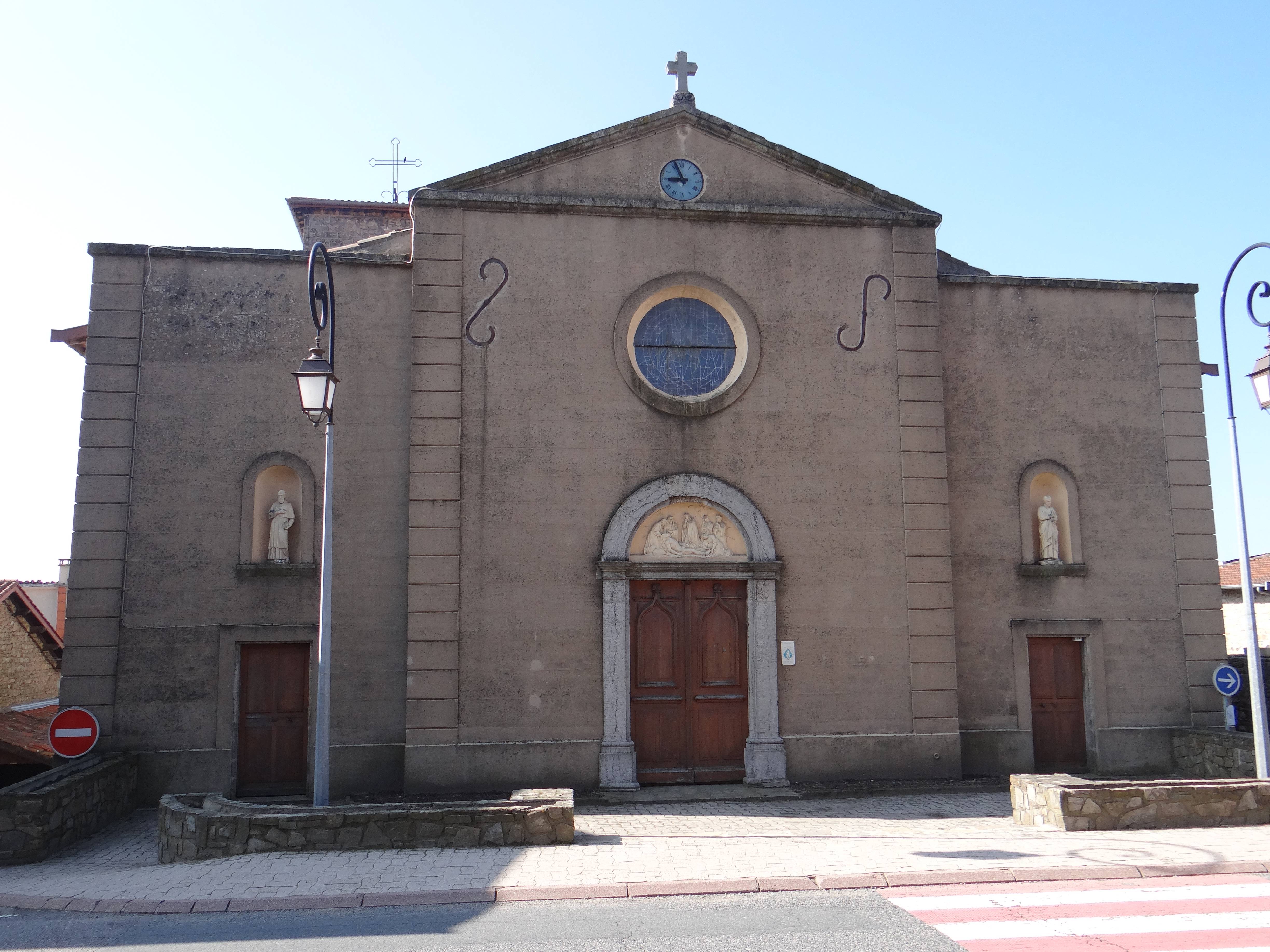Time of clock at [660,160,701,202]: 8:56
